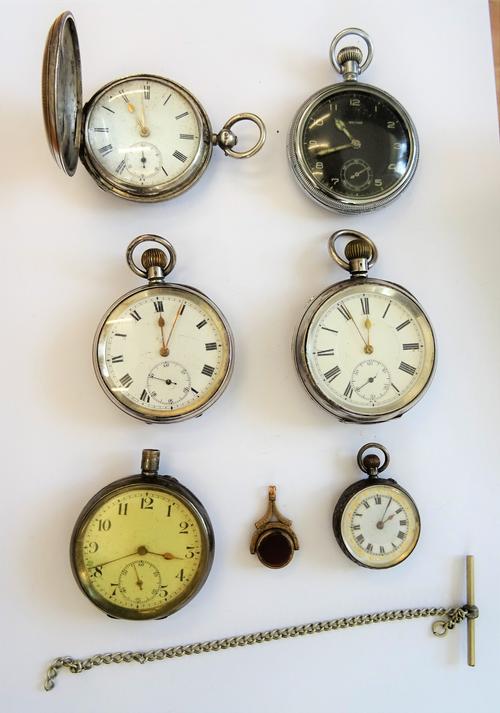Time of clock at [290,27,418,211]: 10:42
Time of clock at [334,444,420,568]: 2:04
